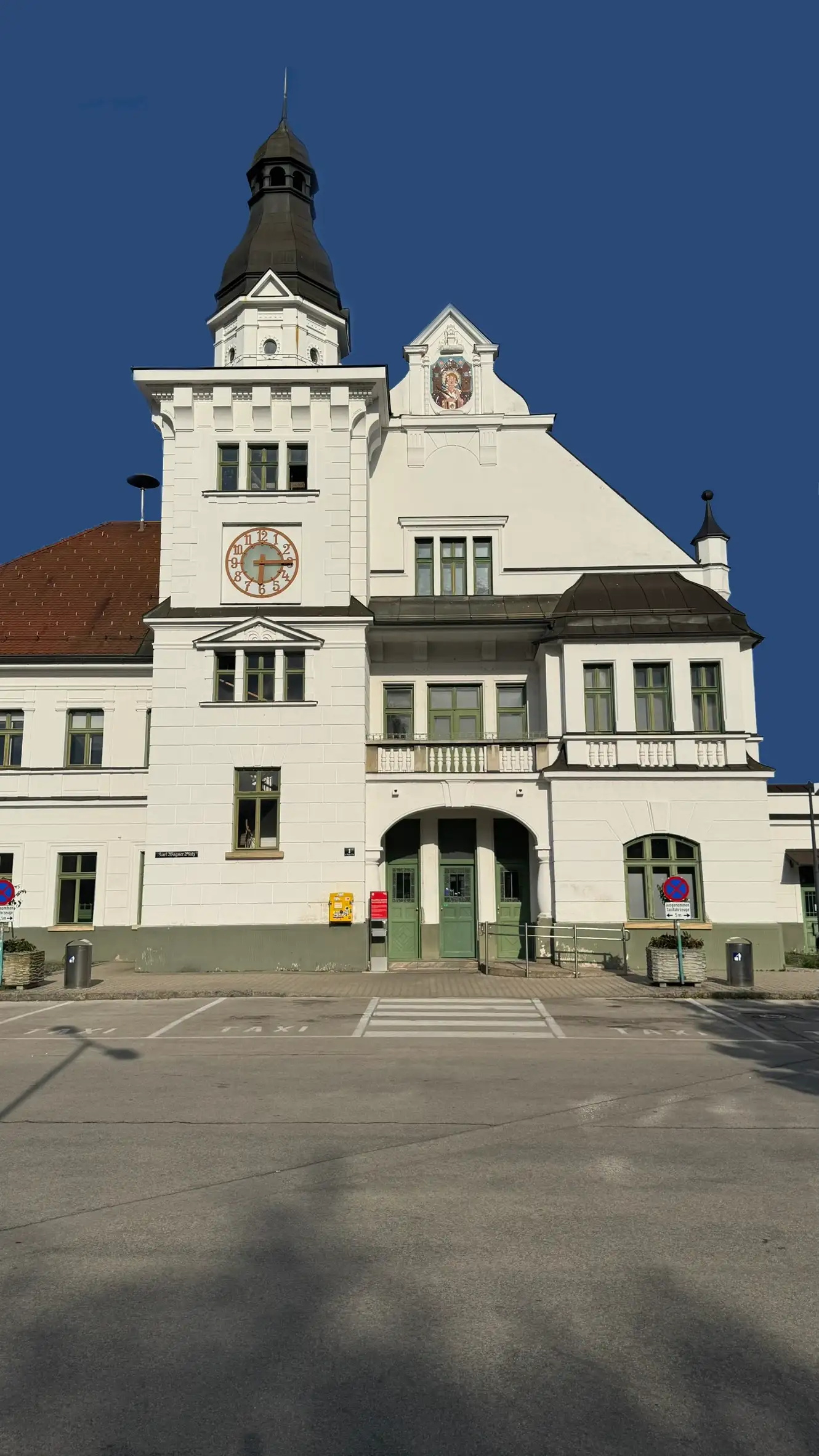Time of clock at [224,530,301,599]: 6:15
